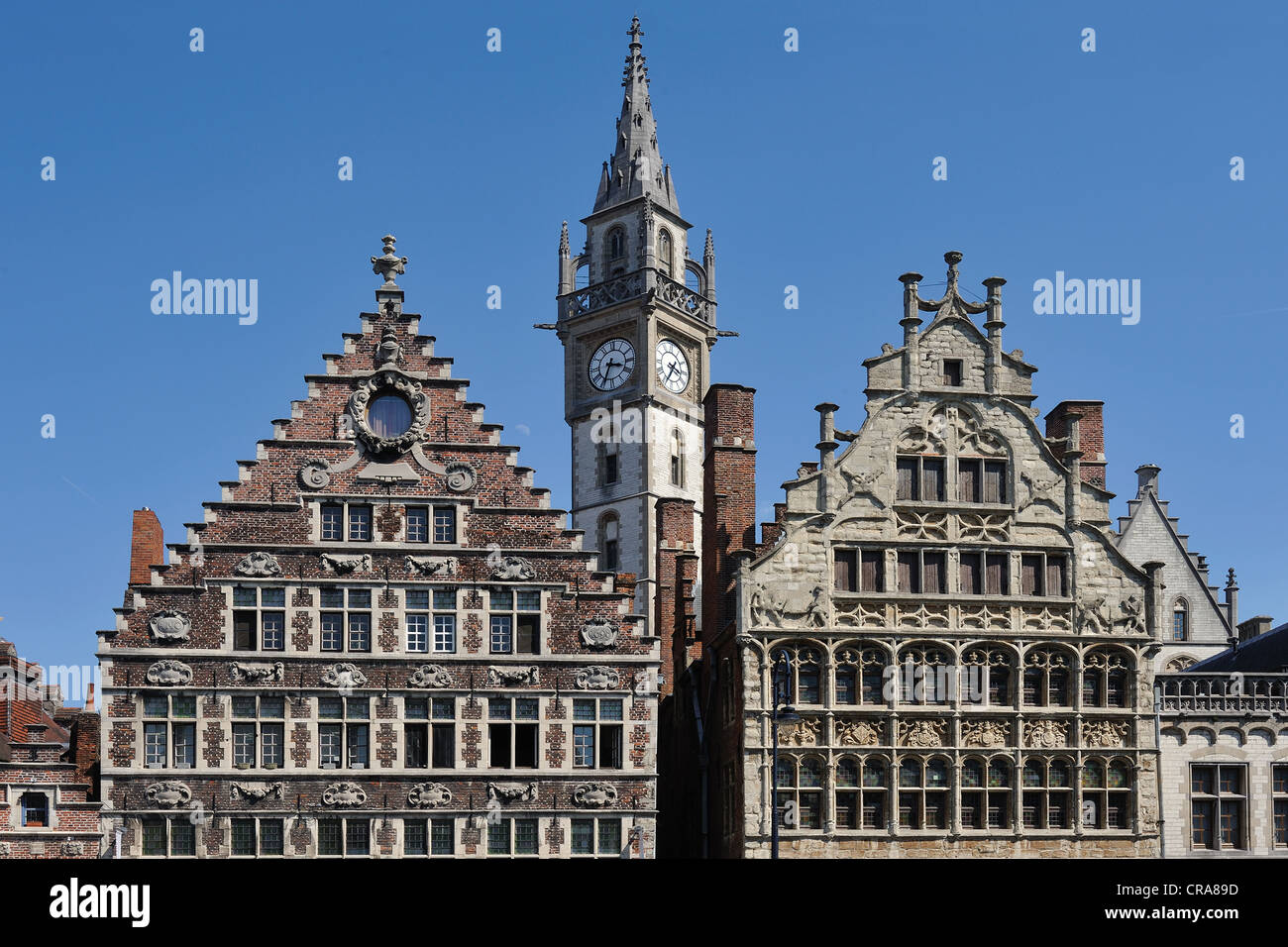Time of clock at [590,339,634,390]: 3:33
